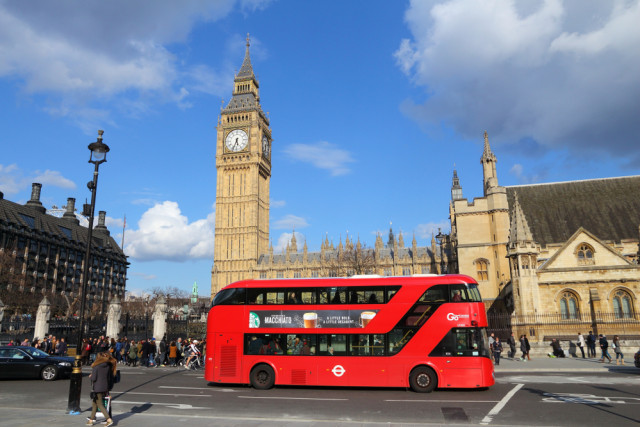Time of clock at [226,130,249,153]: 5:33
